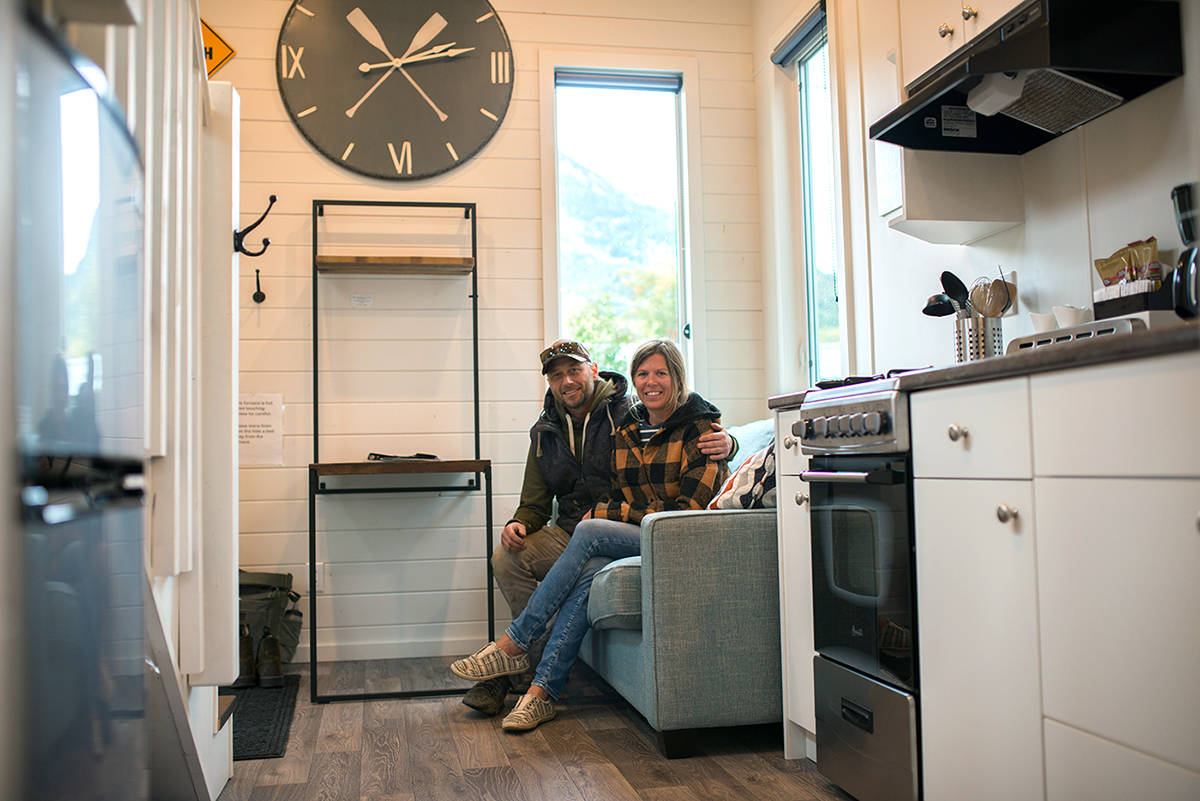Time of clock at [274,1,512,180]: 1:13
